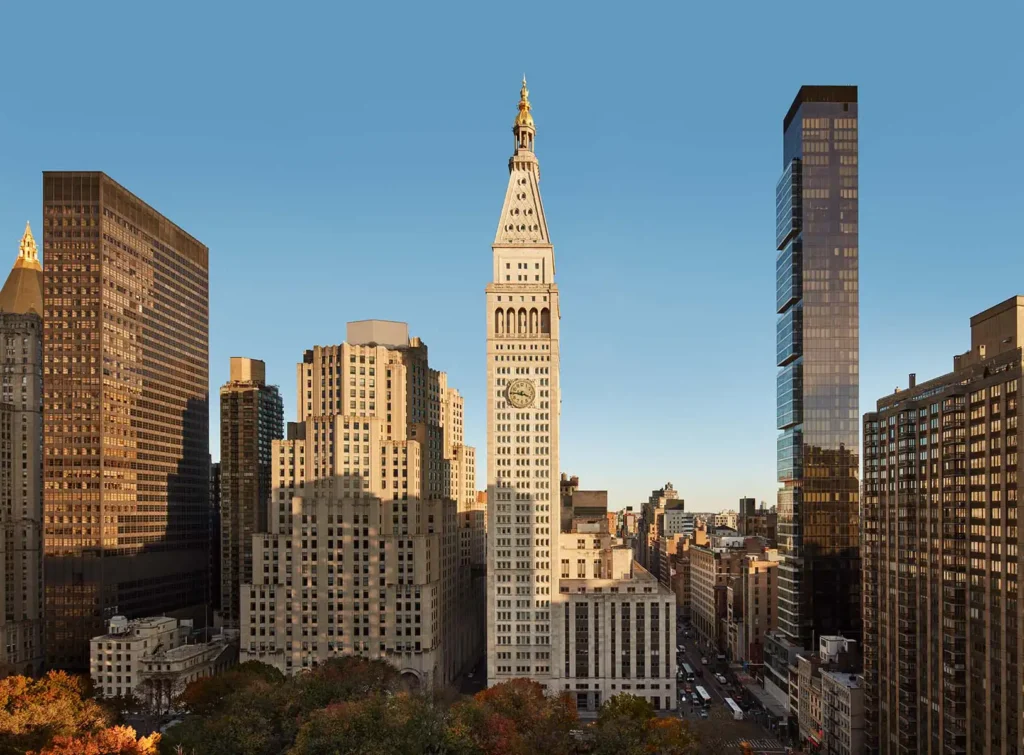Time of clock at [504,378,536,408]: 3:45
